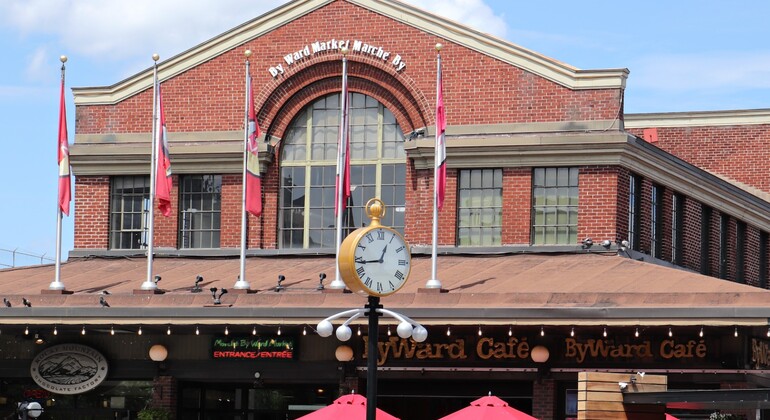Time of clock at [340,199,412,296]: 12:43
